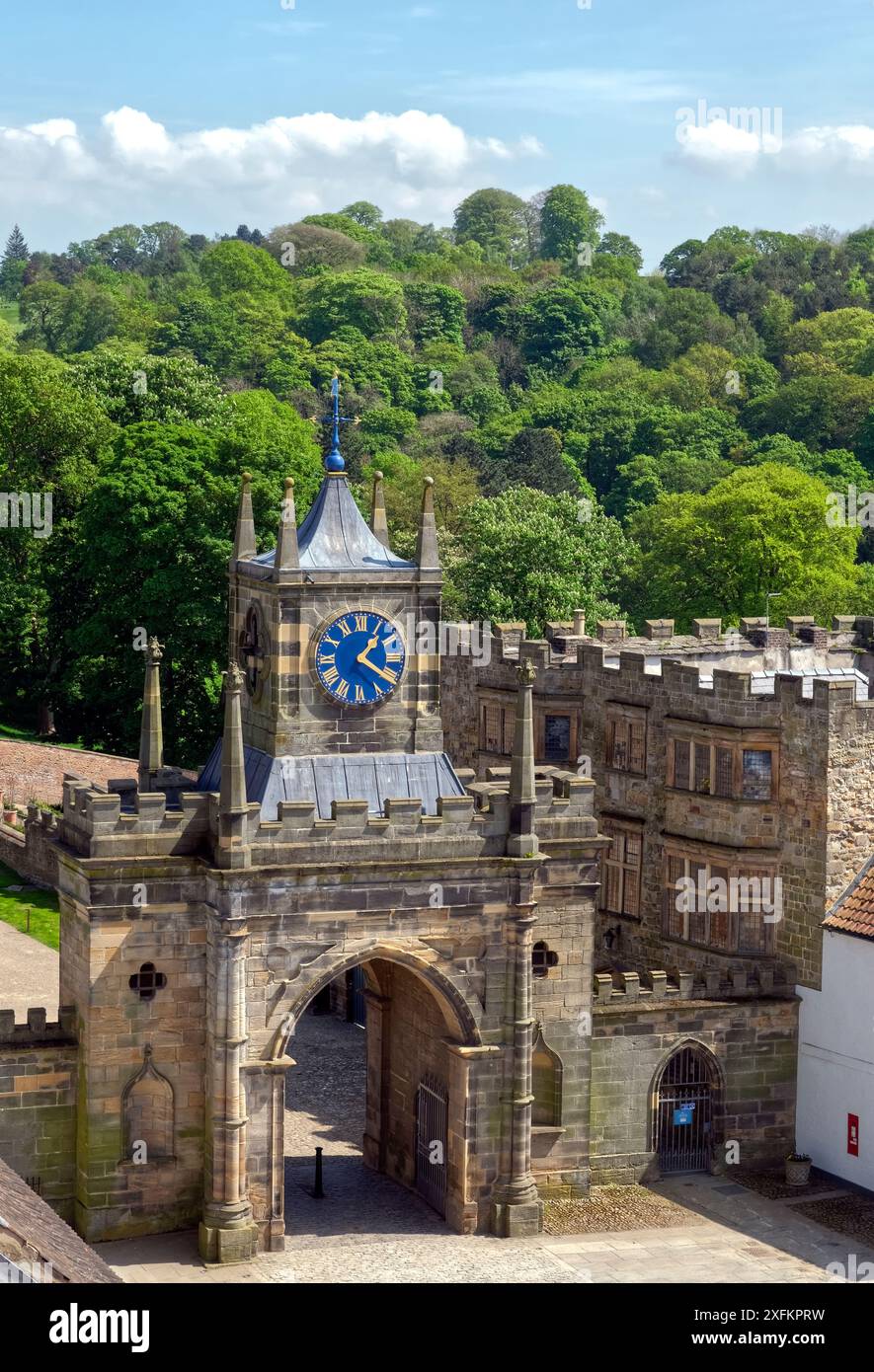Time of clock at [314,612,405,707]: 1:20
